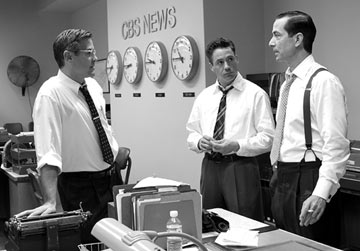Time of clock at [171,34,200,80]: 10:45
